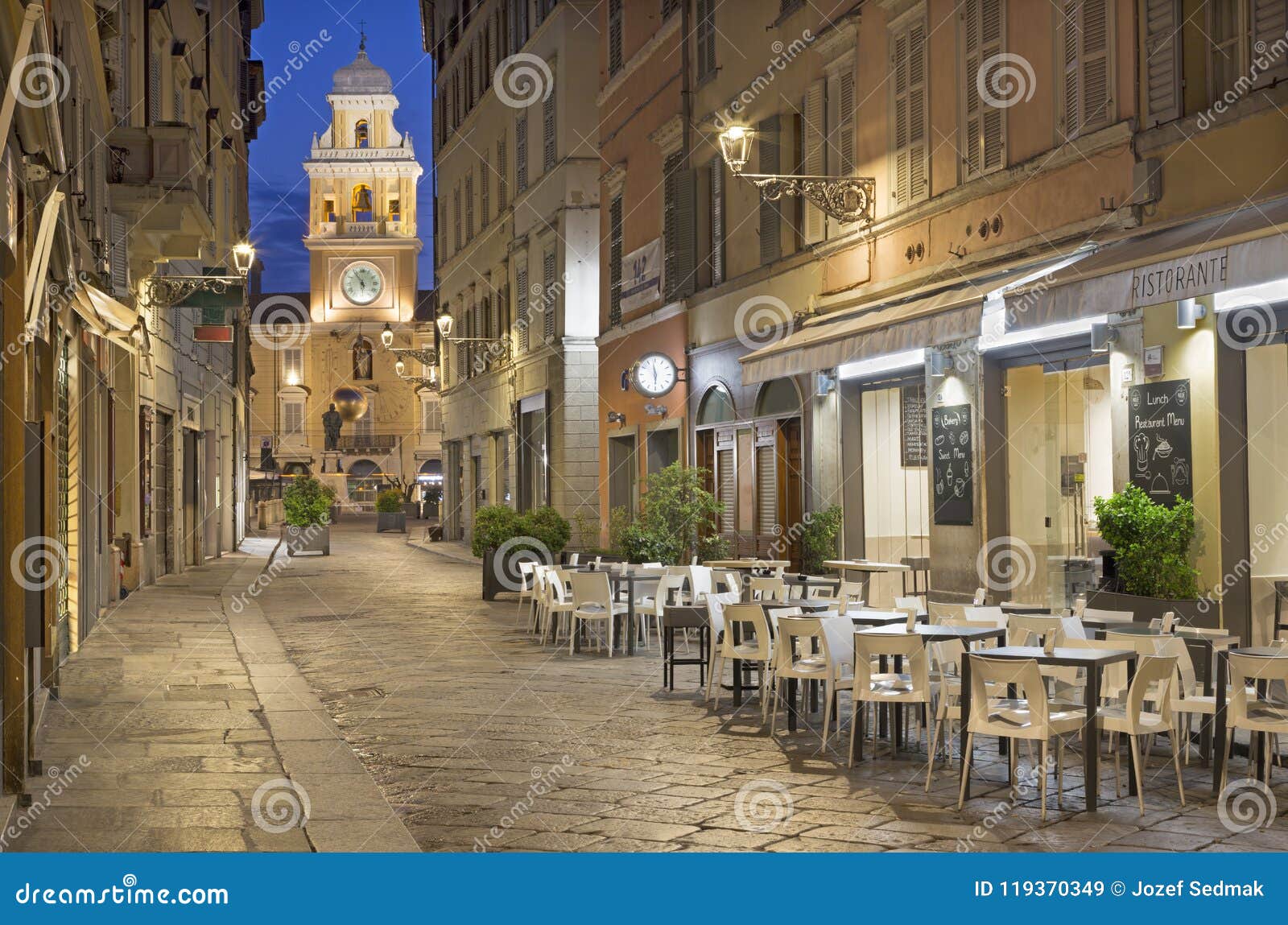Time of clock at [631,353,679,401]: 5:58
